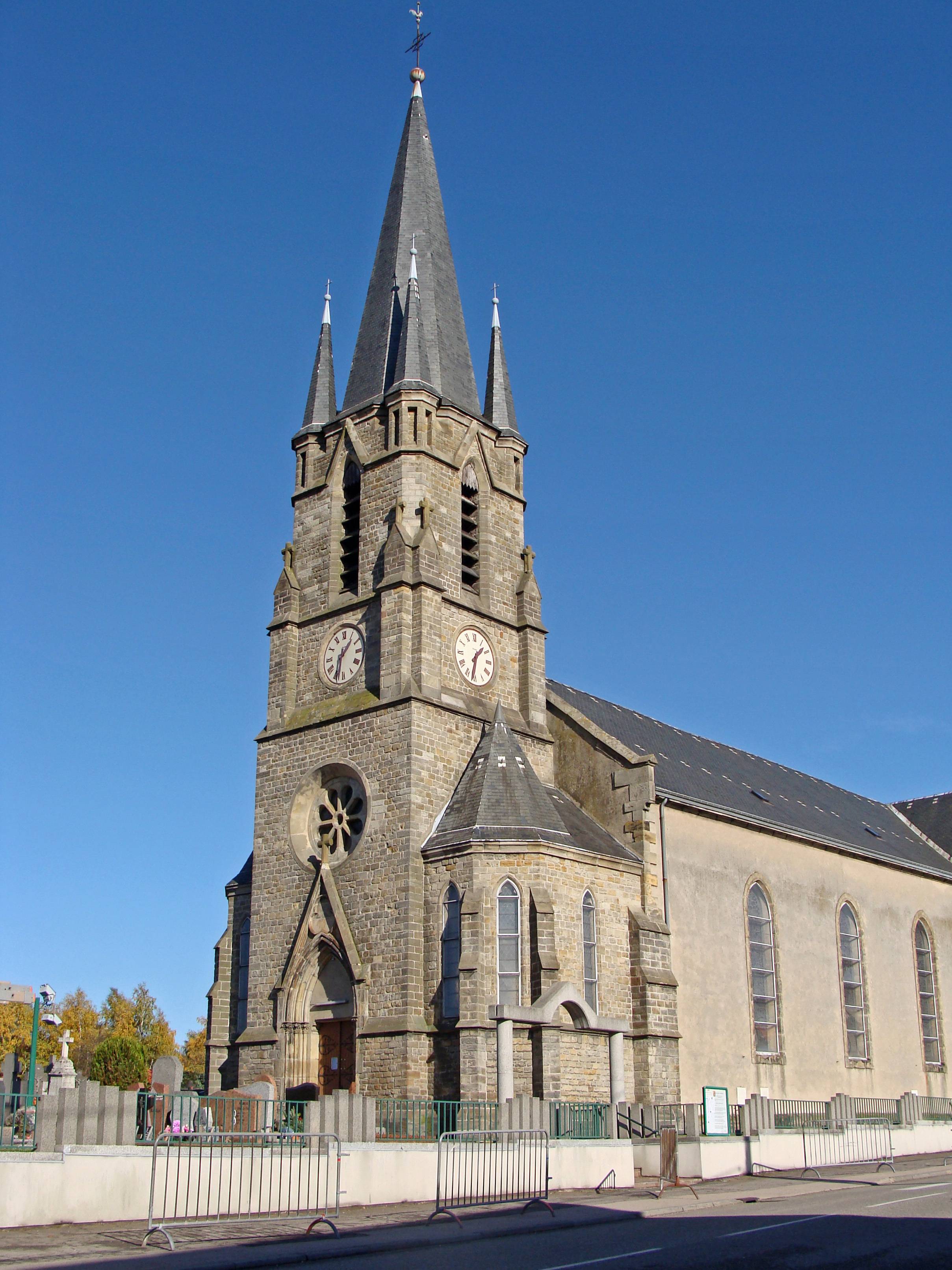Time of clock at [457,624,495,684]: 1:32
